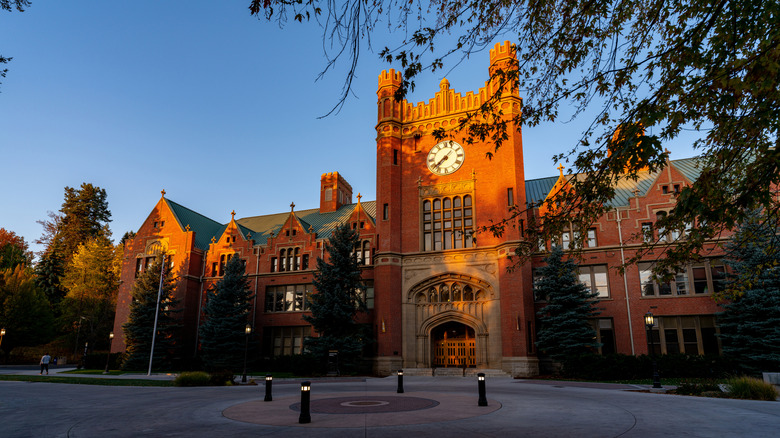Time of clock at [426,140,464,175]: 7:37
